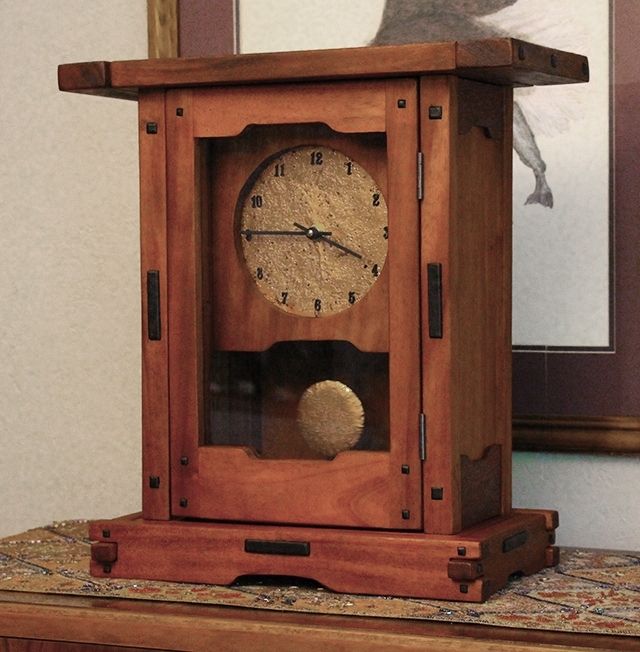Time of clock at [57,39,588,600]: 3:46
